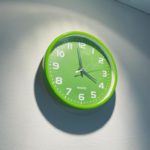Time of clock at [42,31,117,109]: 3:58
